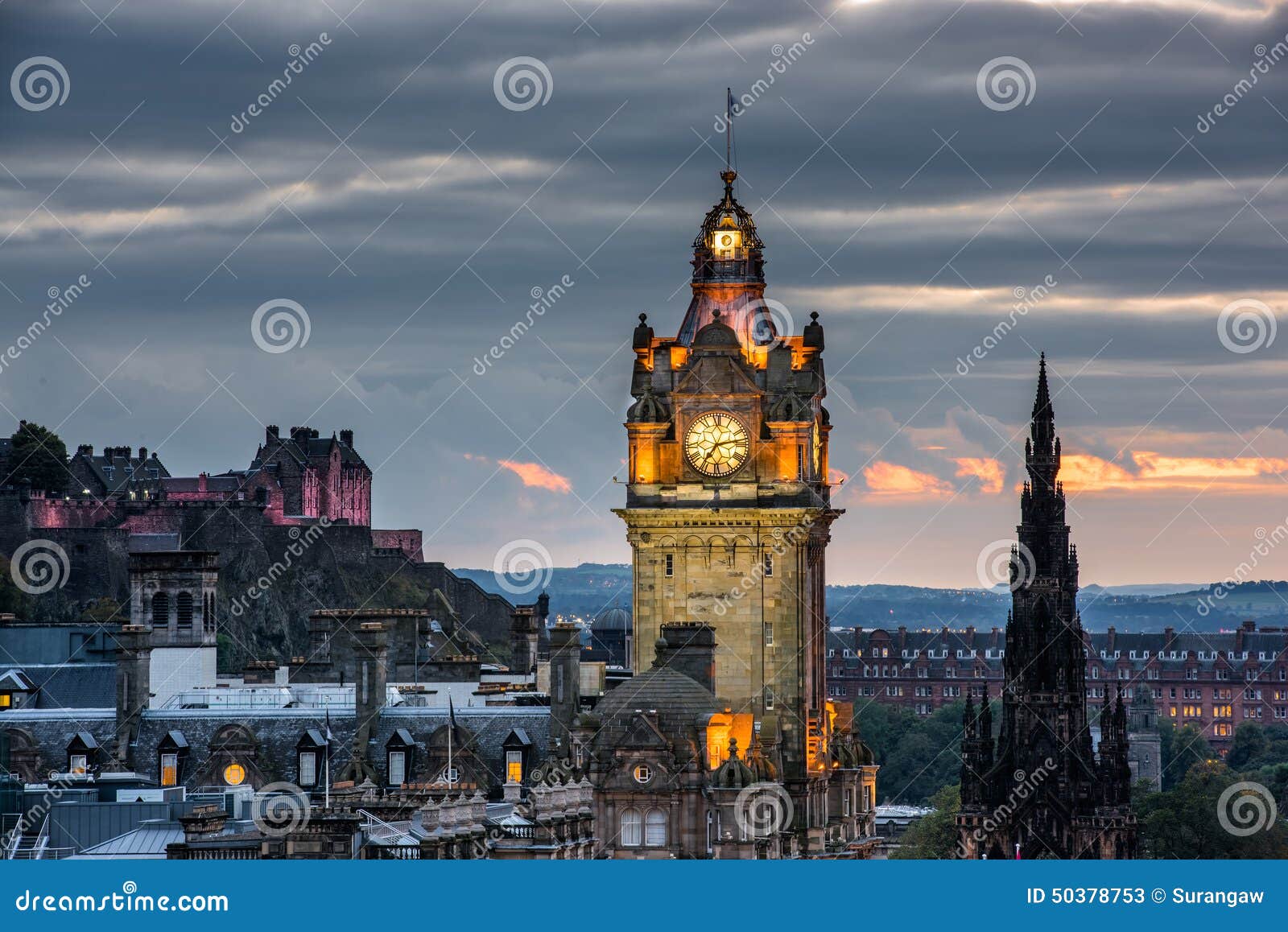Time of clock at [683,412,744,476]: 7:13
